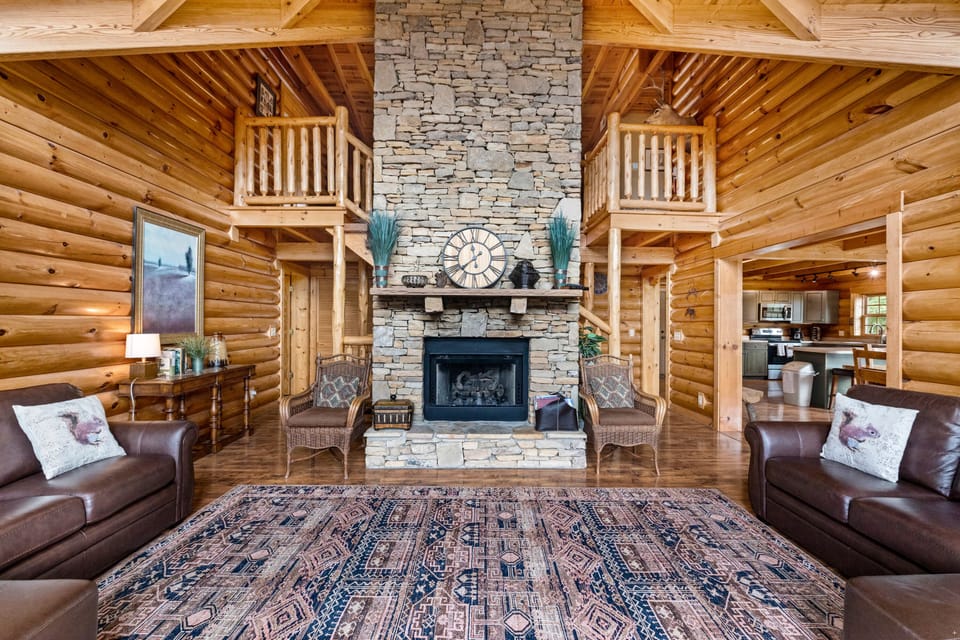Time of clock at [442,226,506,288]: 11:37
